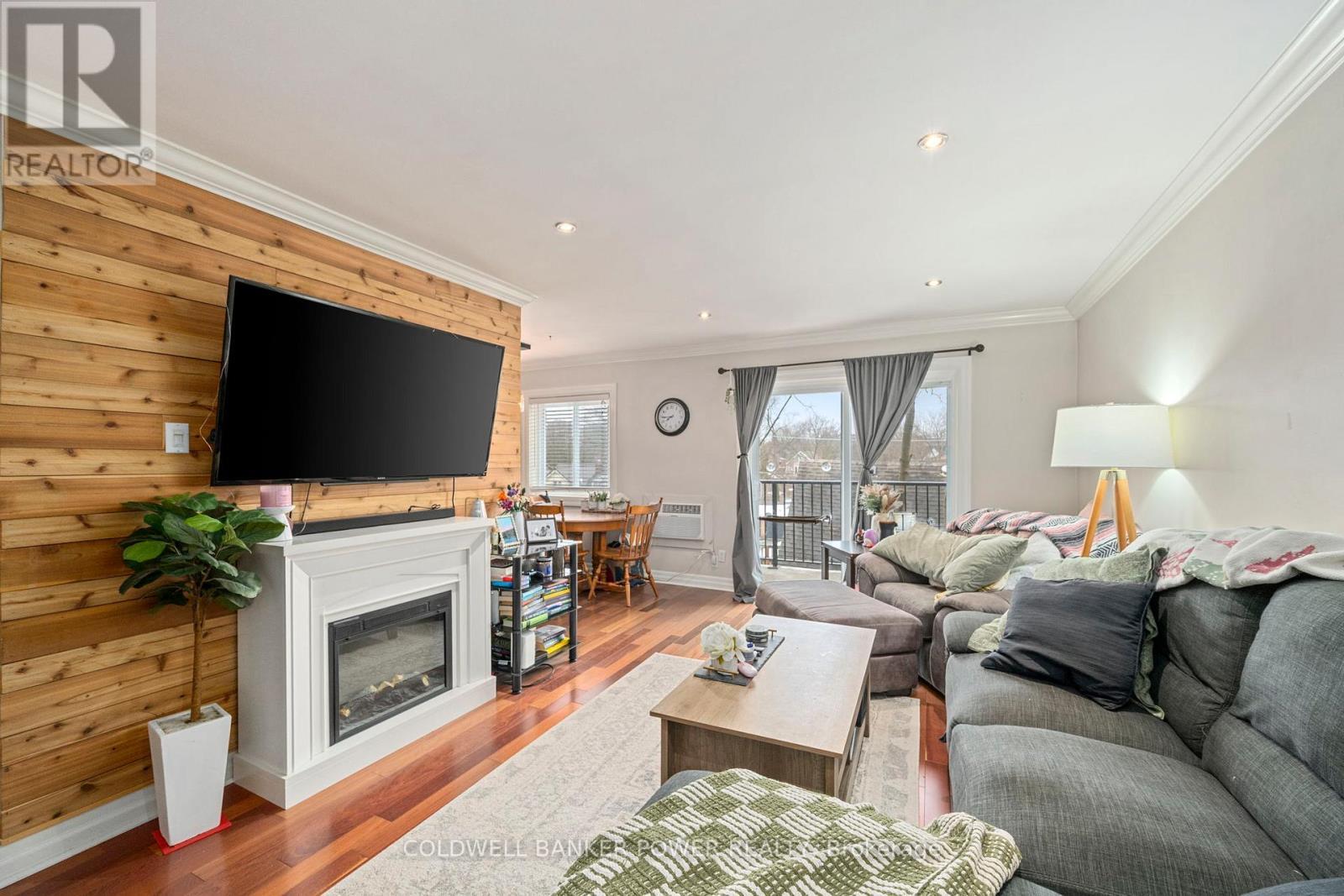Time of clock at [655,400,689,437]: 7:44
